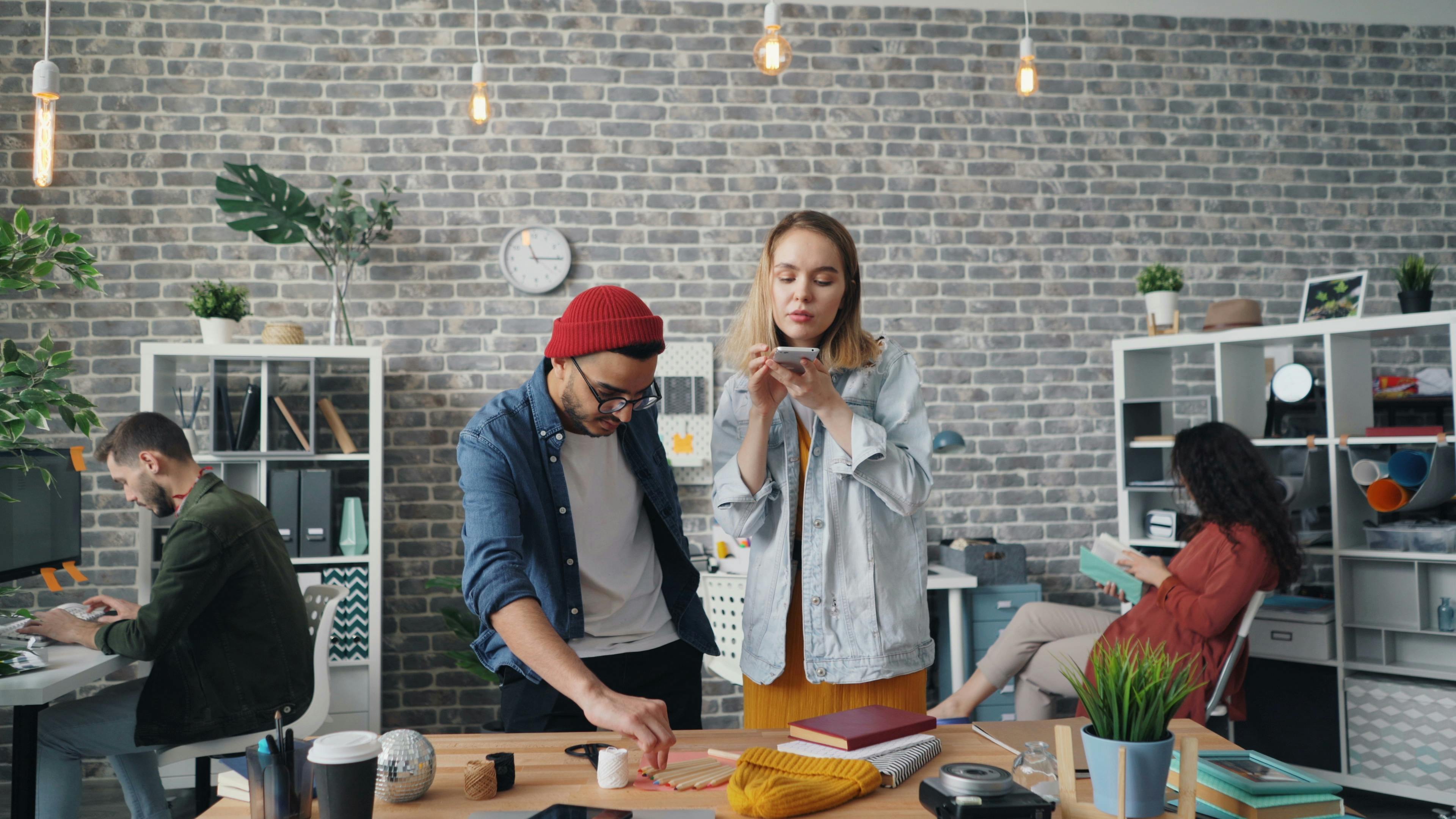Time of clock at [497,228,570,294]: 11:15
